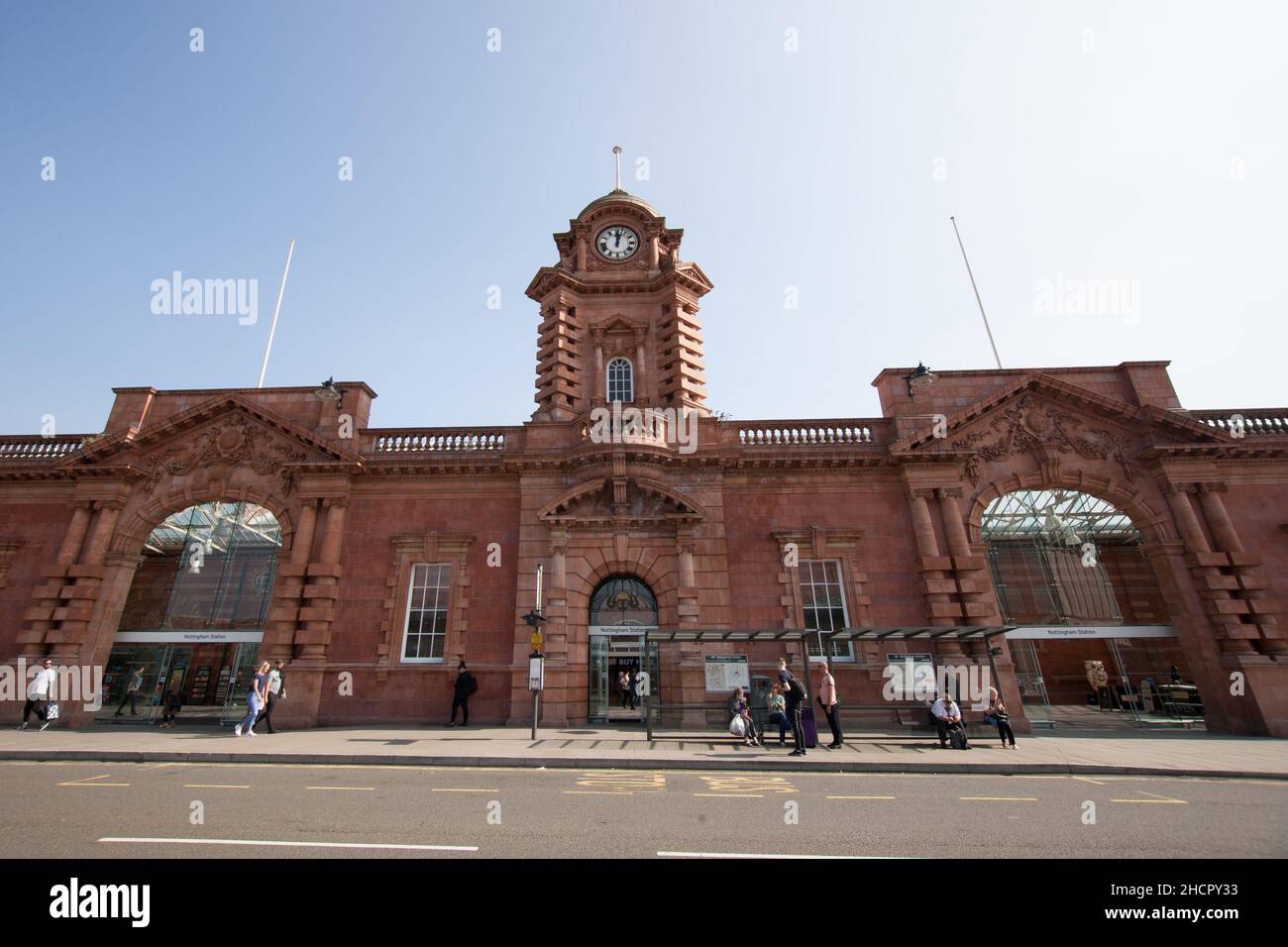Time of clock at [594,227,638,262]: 12:02
